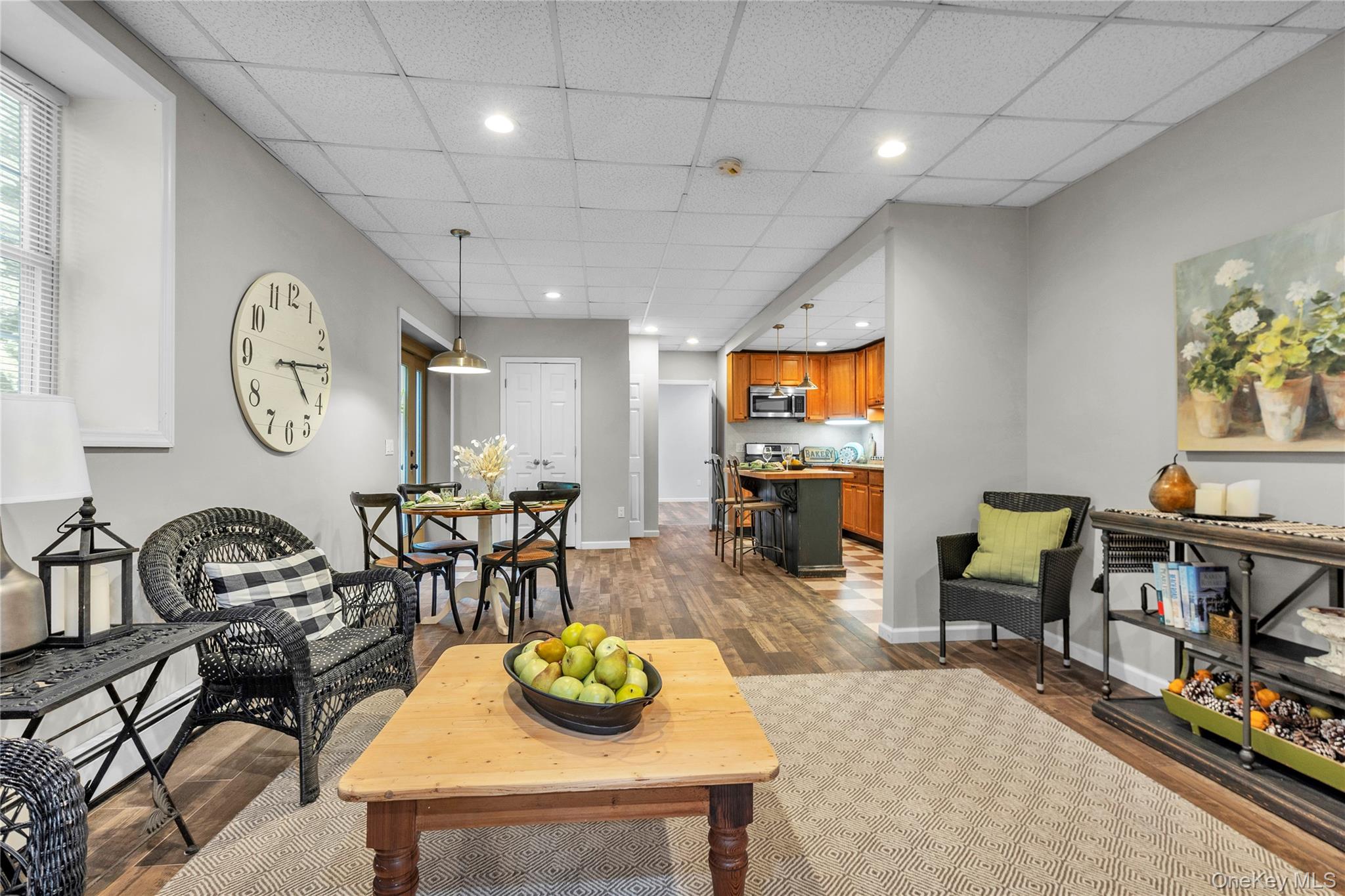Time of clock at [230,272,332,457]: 4:14
